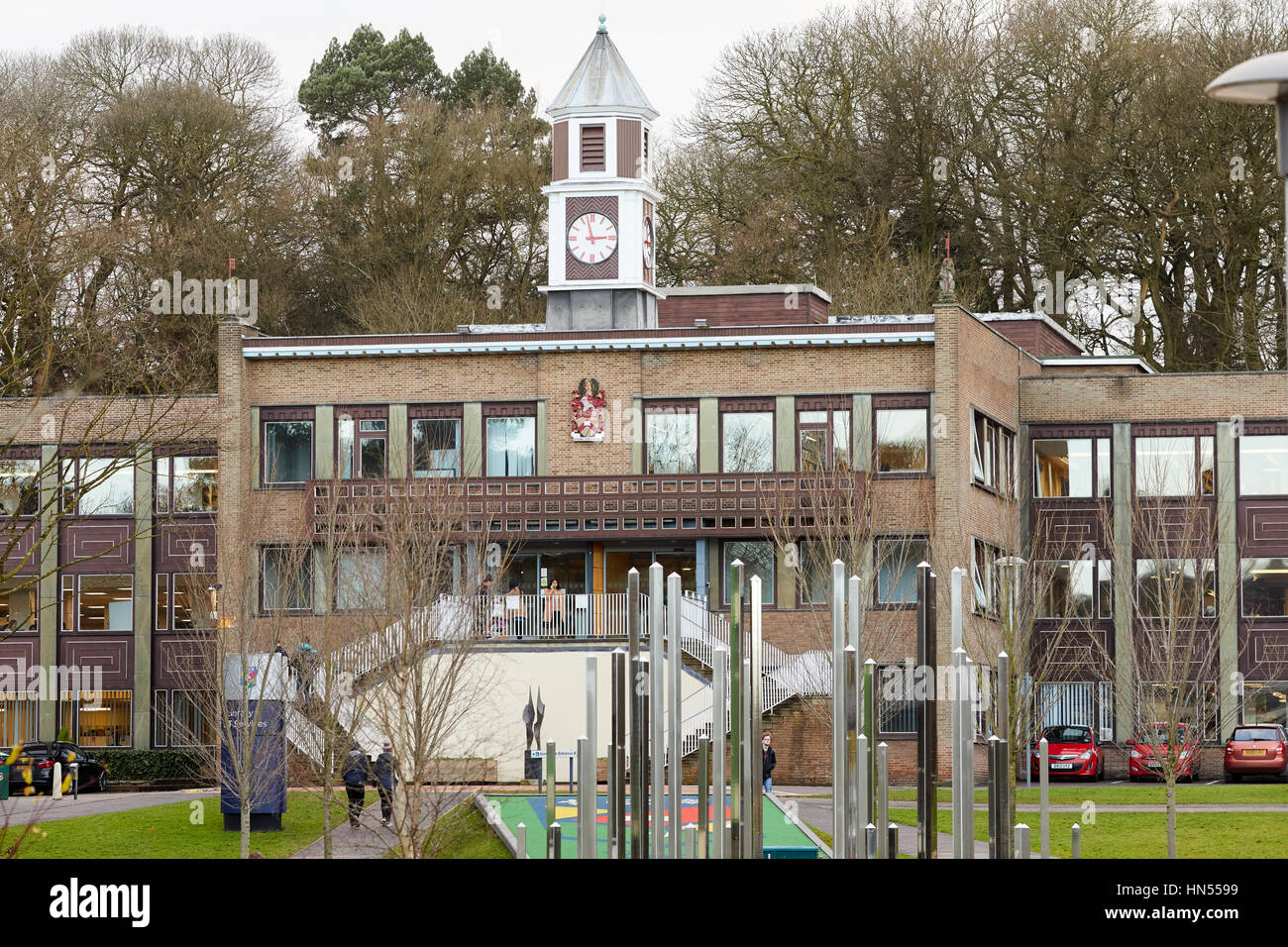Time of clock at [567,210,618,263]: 2:57
